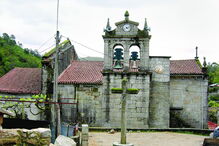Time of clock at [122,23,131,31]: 4:12
